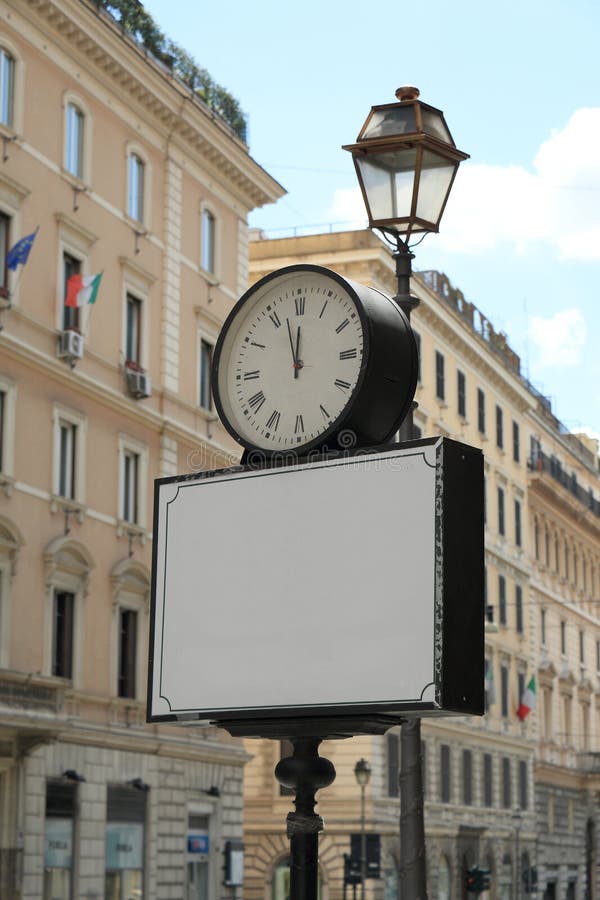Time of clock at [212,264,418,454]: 11:57
